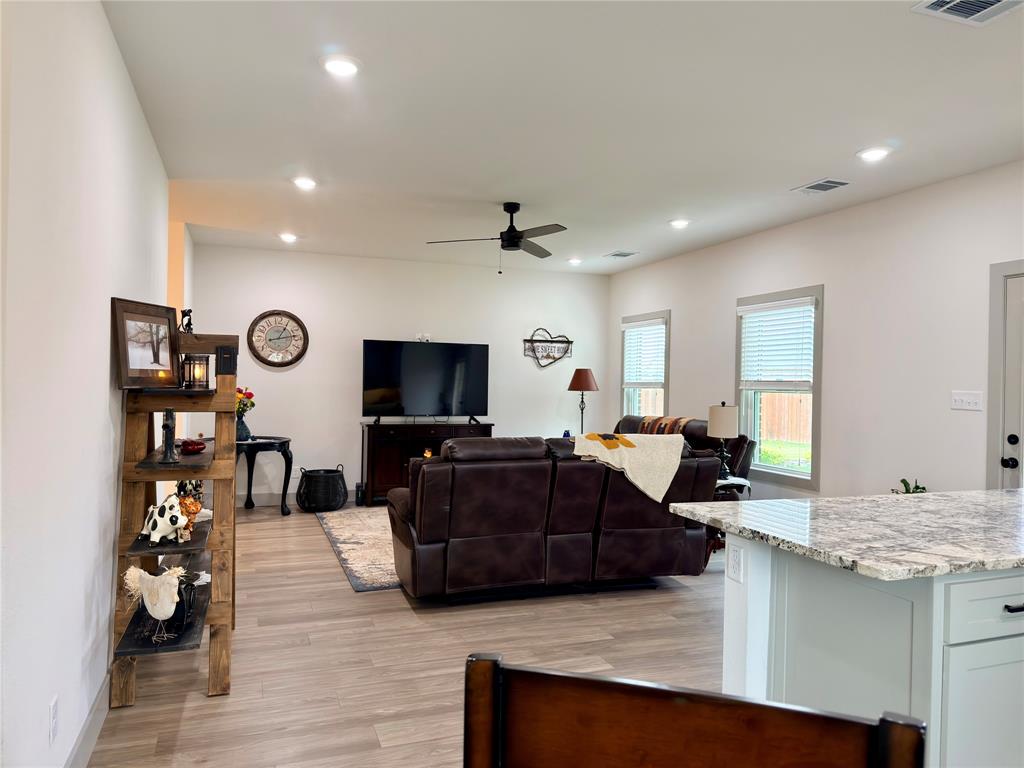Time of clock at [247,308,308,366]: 1:13
